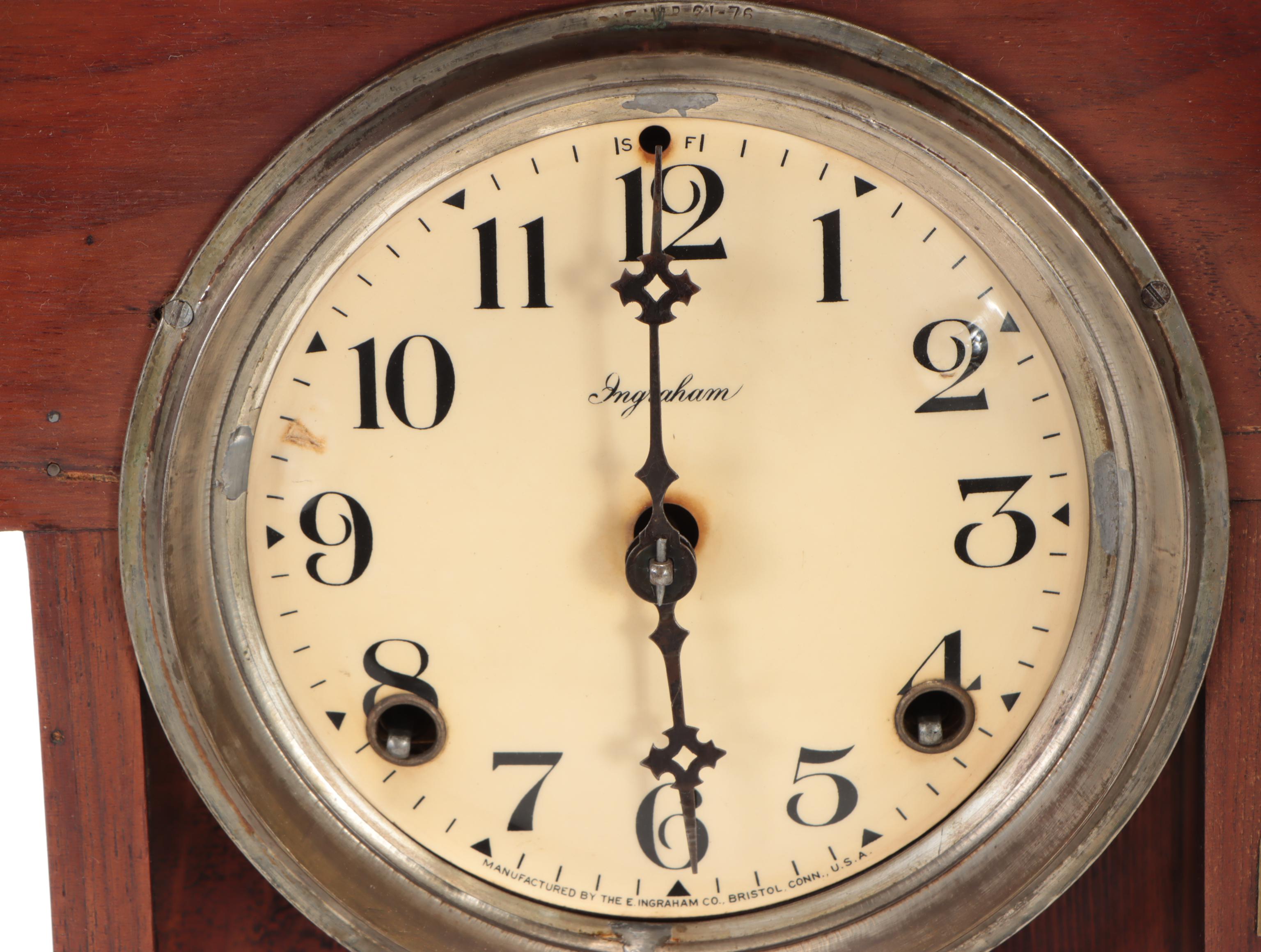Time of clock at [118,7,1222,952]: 5:59
